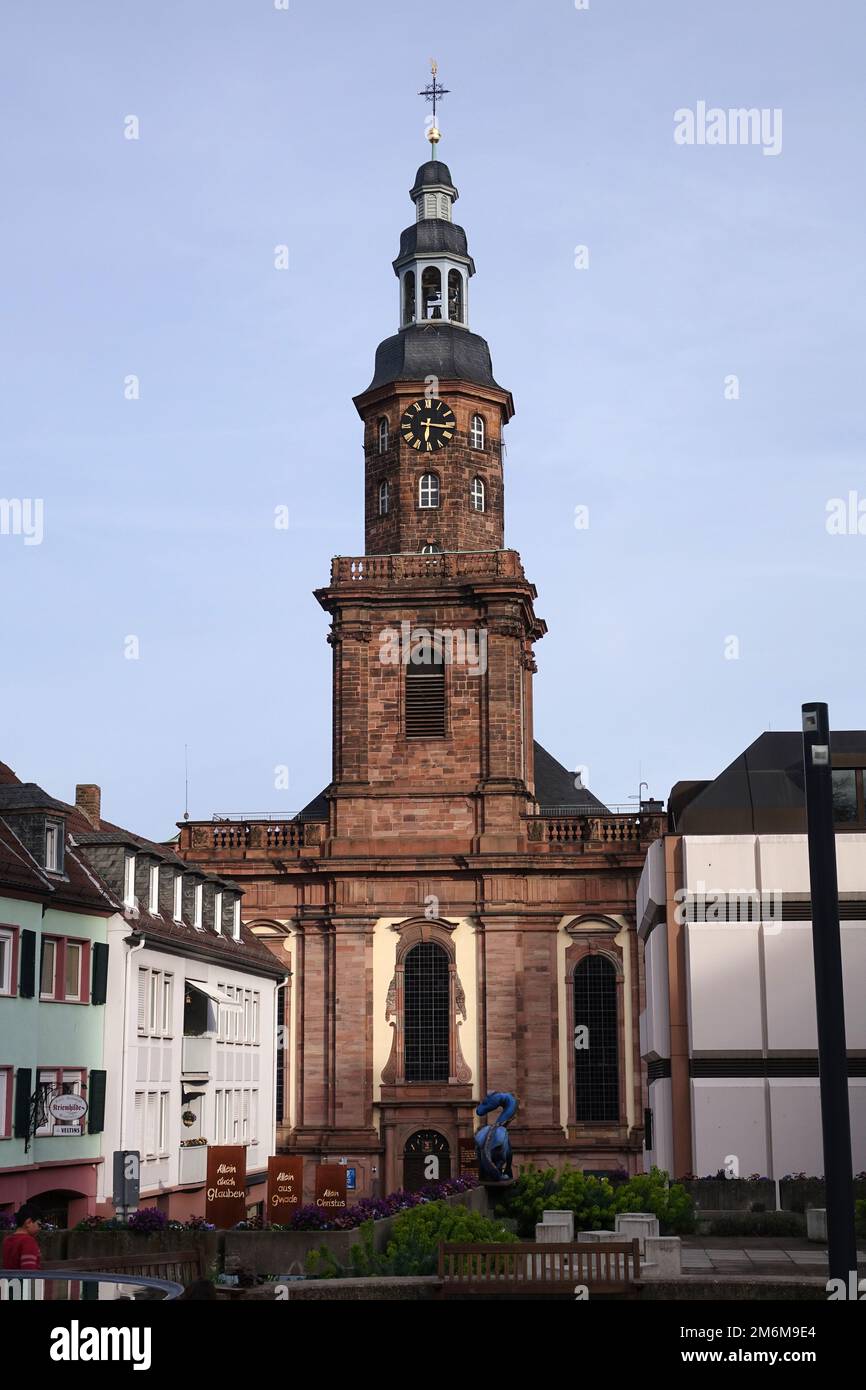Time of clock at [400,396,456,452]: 6:16
